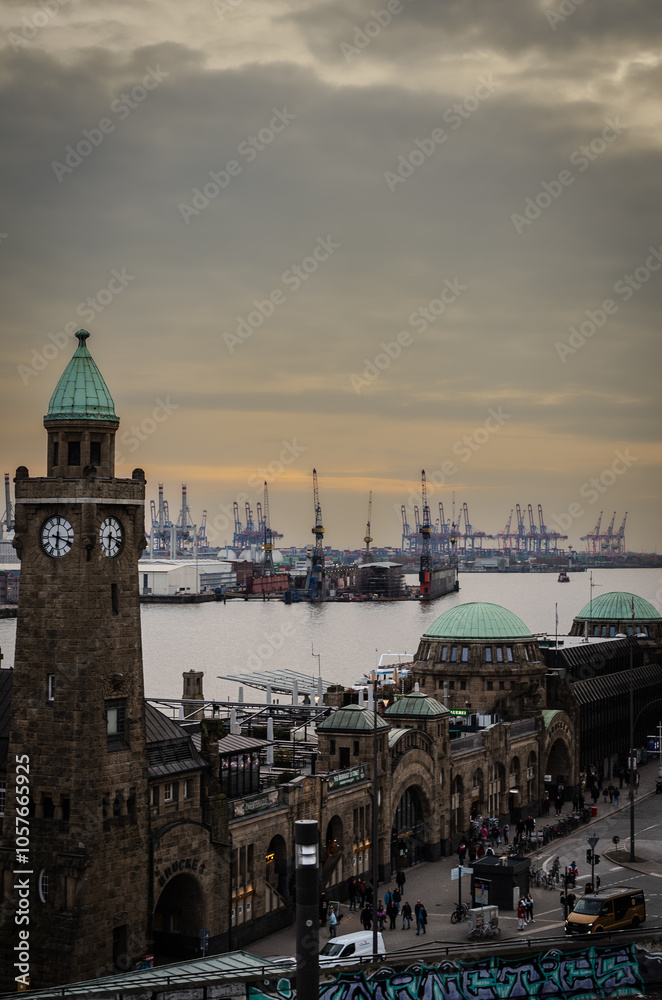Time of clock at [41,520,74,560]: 6:18
